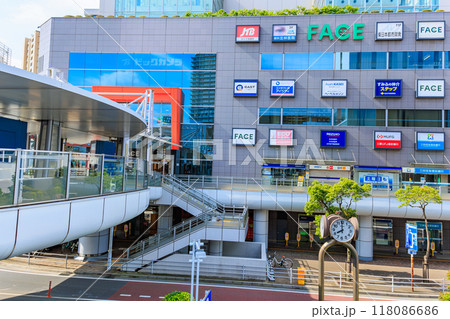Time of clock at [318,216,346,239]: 7:59
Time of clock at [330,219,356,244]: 7:59
